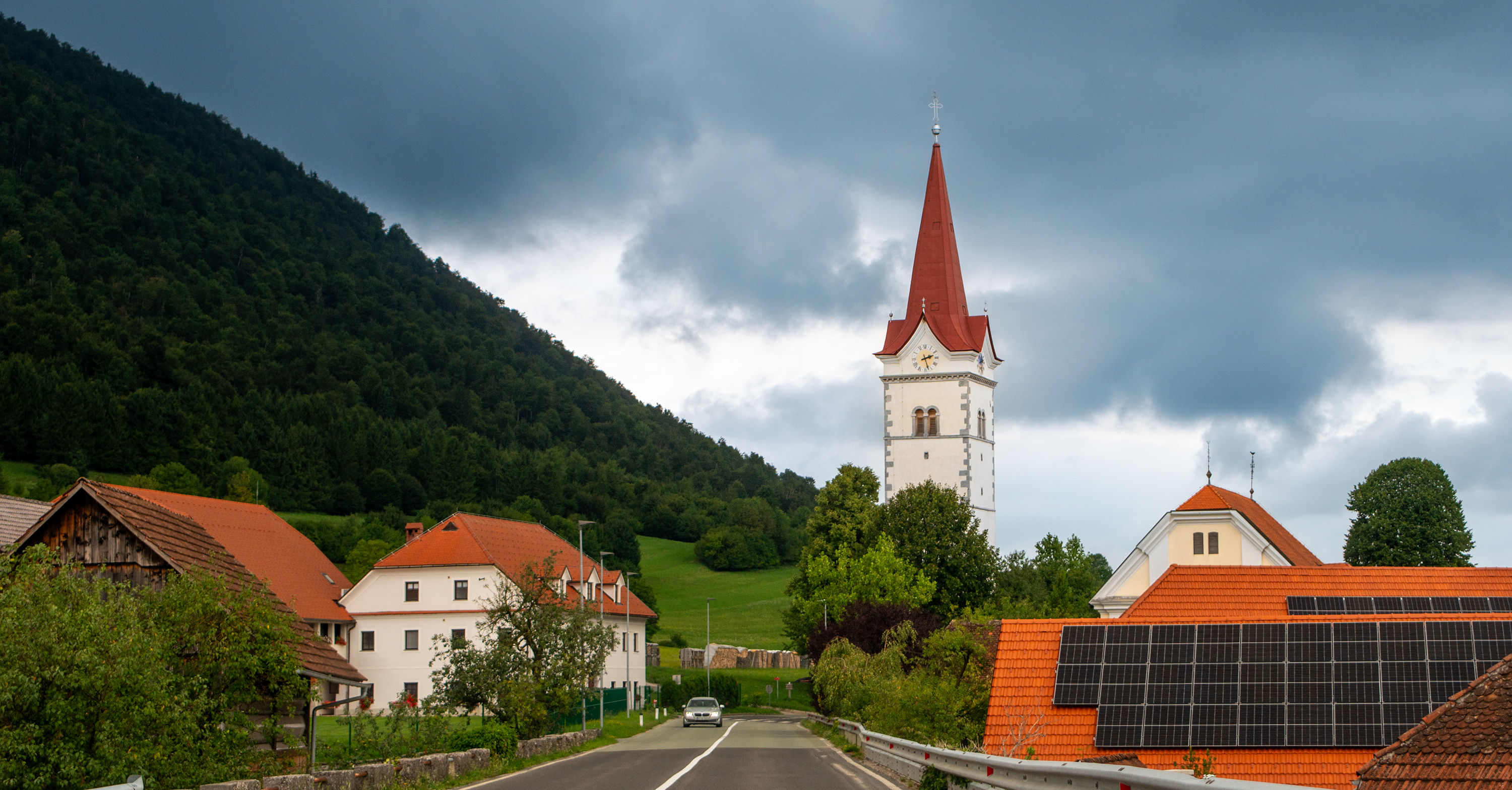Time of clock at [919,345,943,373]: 2:27
